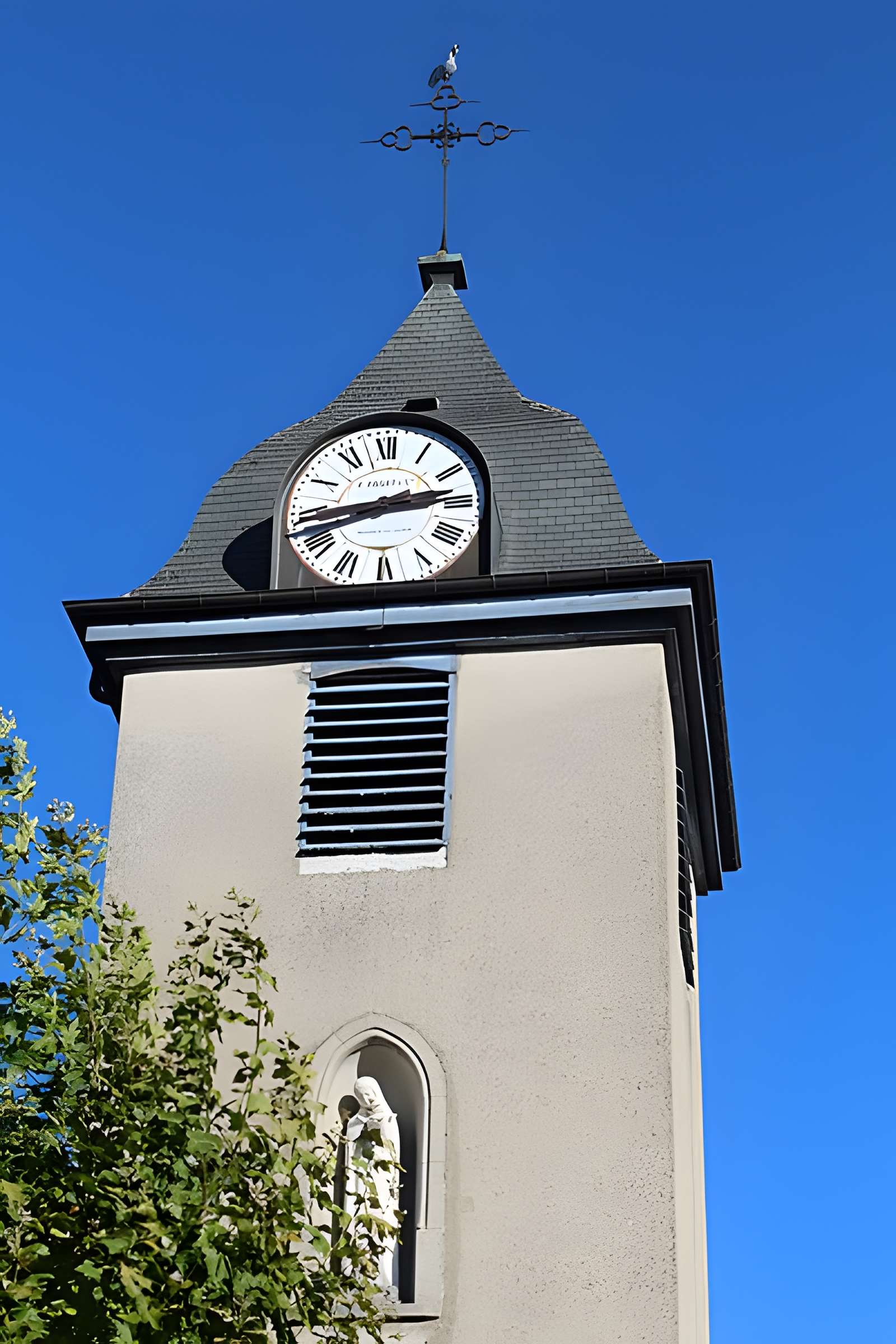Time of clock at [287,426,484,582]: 2:42
